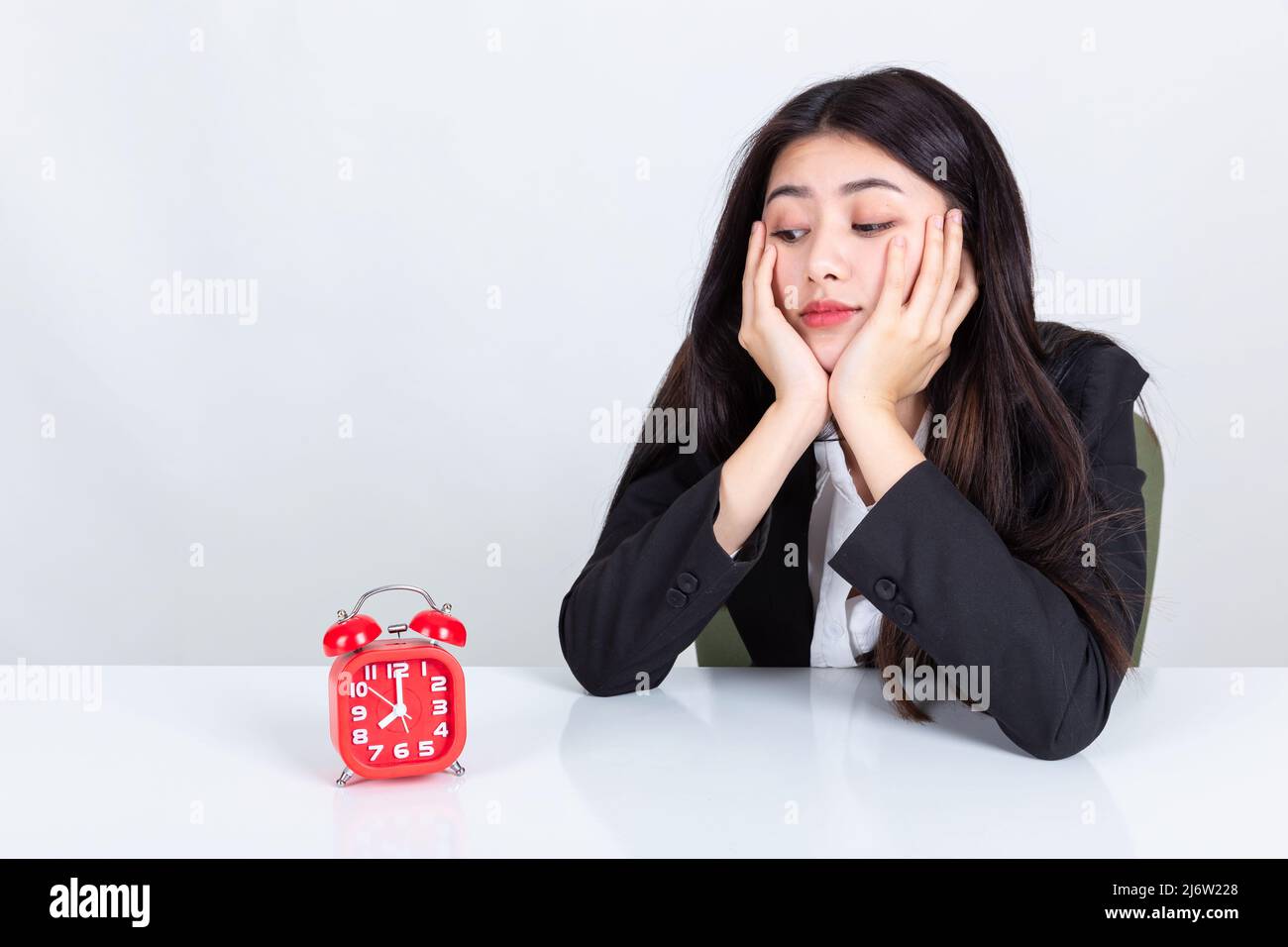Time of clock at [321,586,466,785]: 8:00
